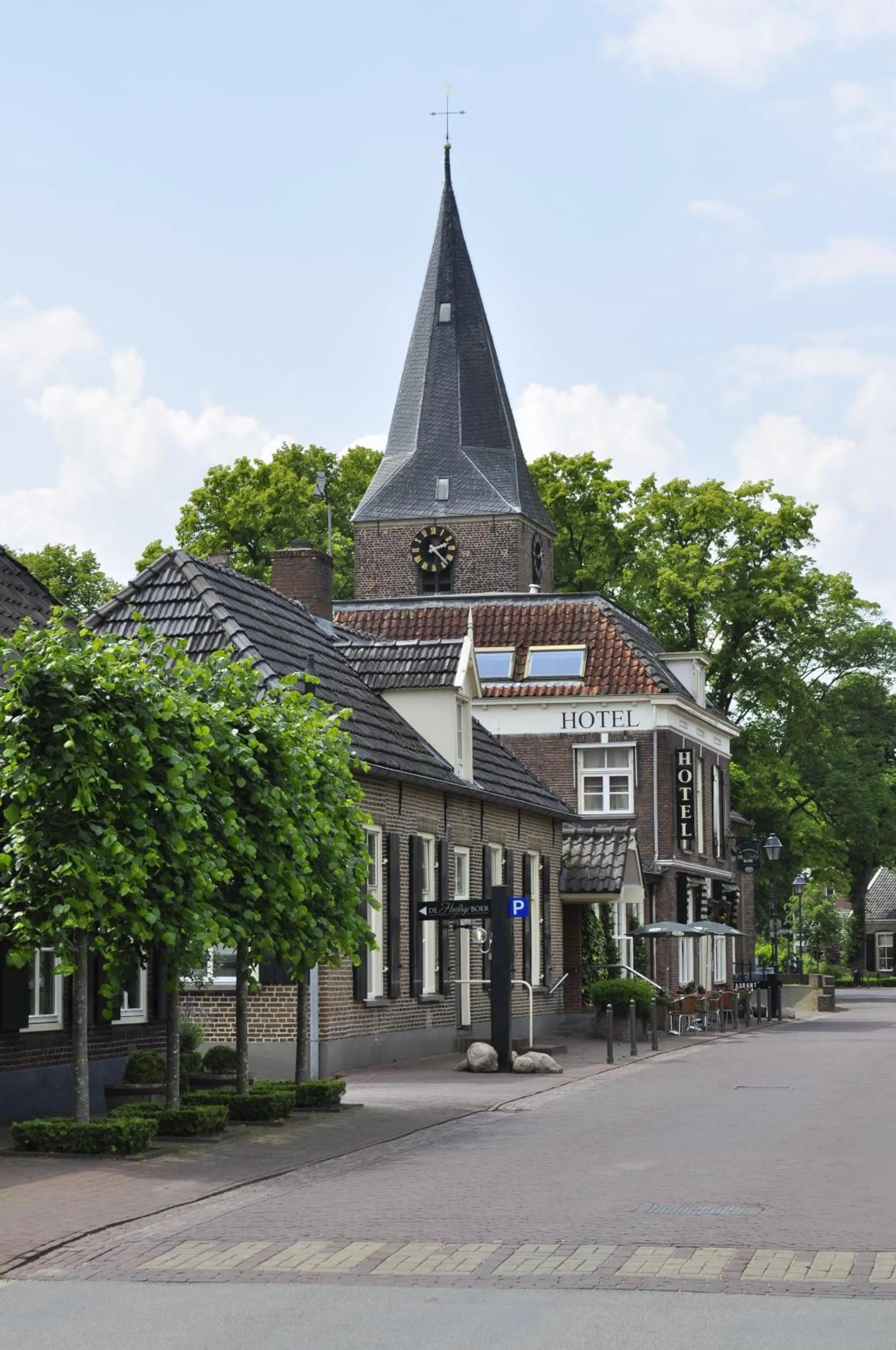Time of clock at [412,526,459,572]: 2:22
